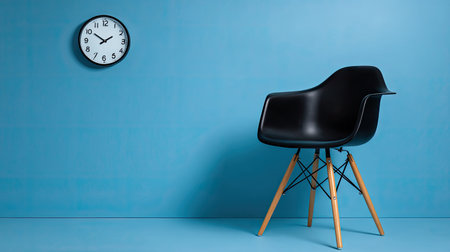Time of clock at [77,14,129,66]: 1:50
